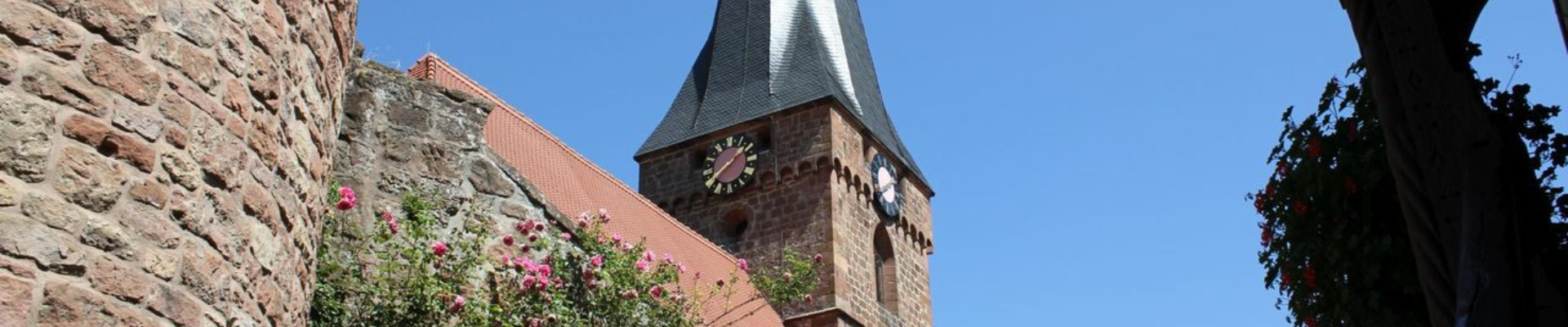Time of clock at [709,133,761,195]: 1:38
